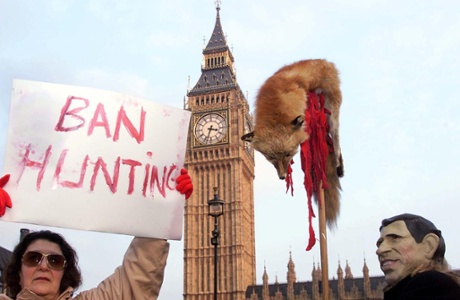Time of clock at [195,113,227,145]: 3:33
